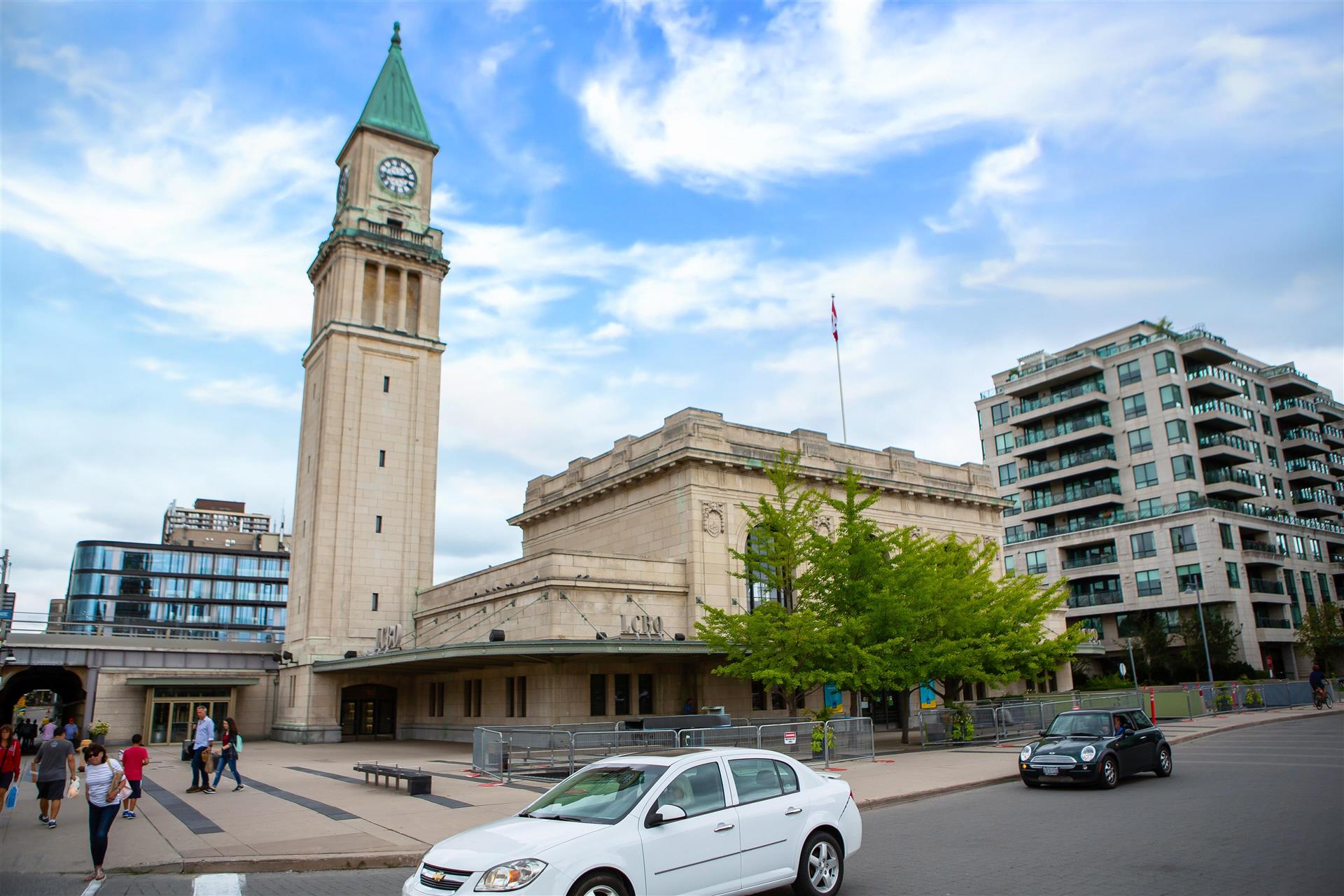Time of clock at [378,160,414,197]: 2:42
